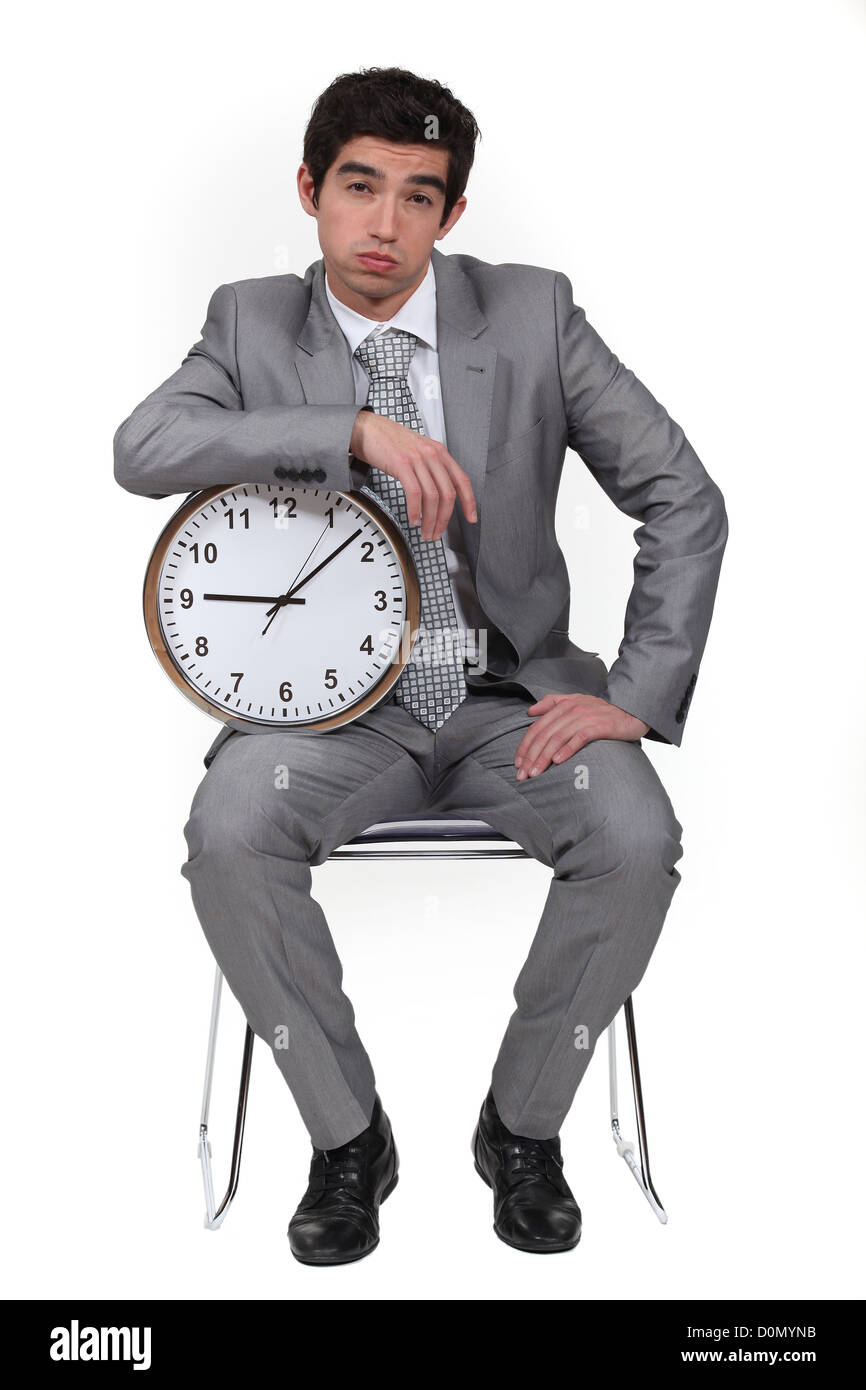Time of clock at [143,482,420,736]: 9:08
